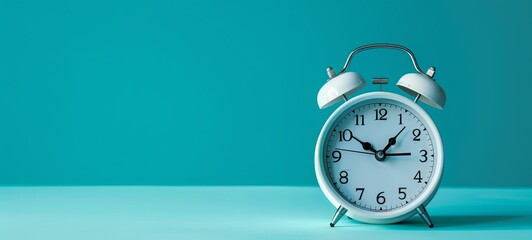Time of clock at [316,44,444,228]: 10:14
